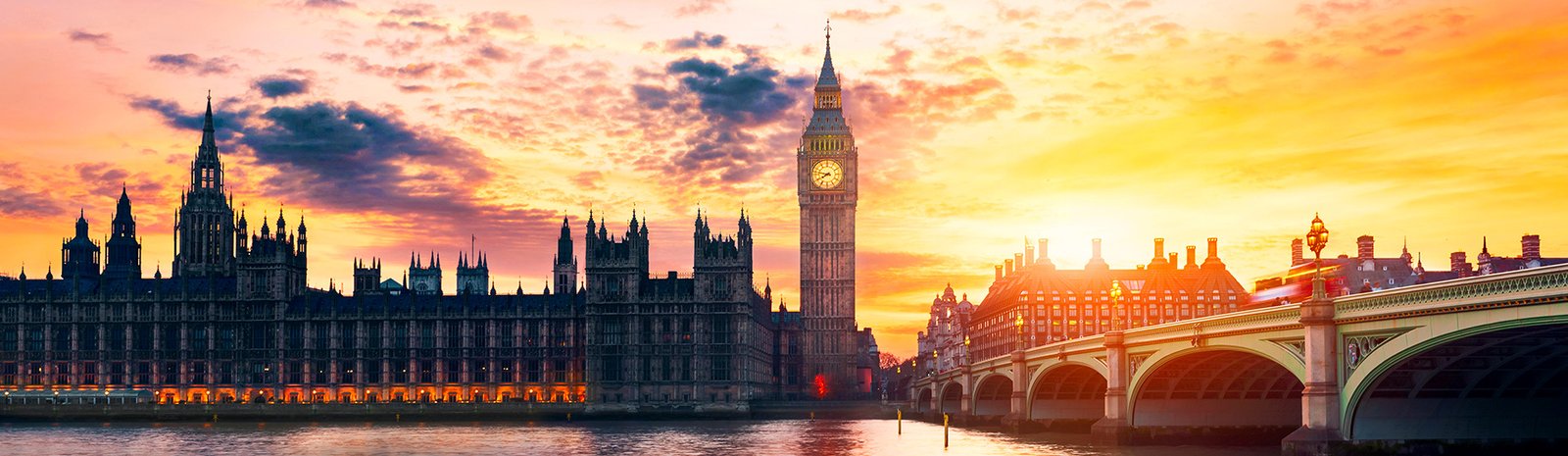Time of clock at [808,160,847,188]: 7:47
